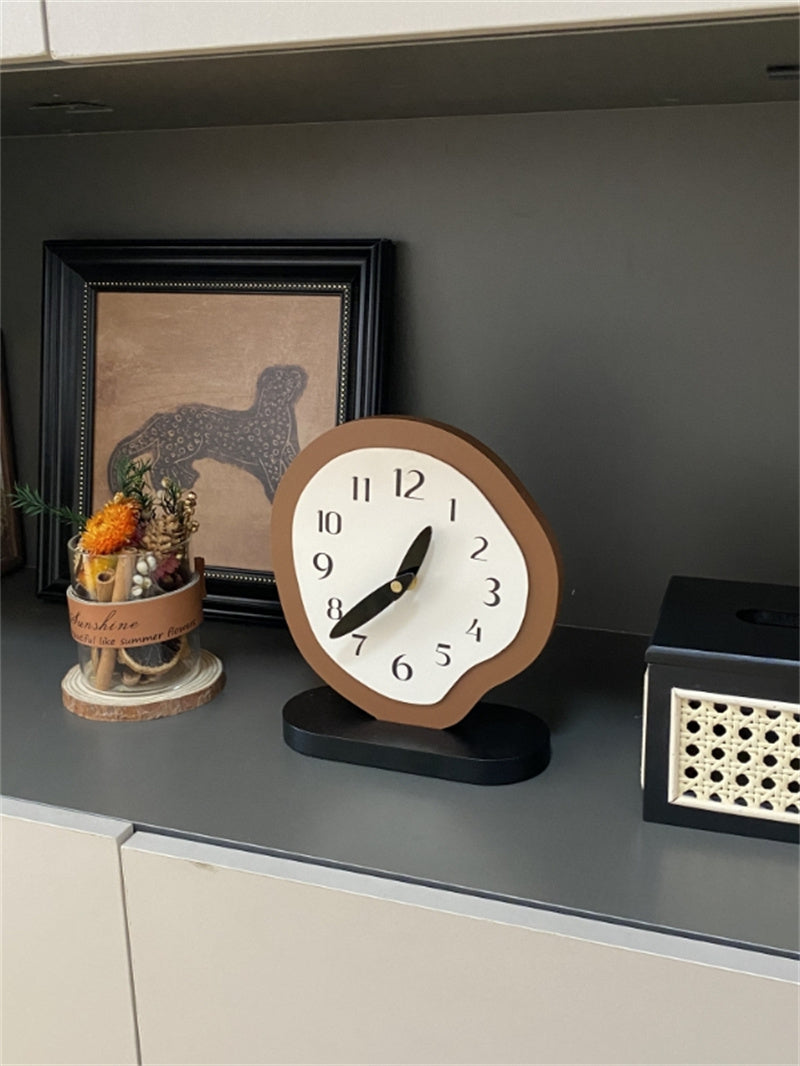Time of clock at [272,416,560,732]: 12:37
